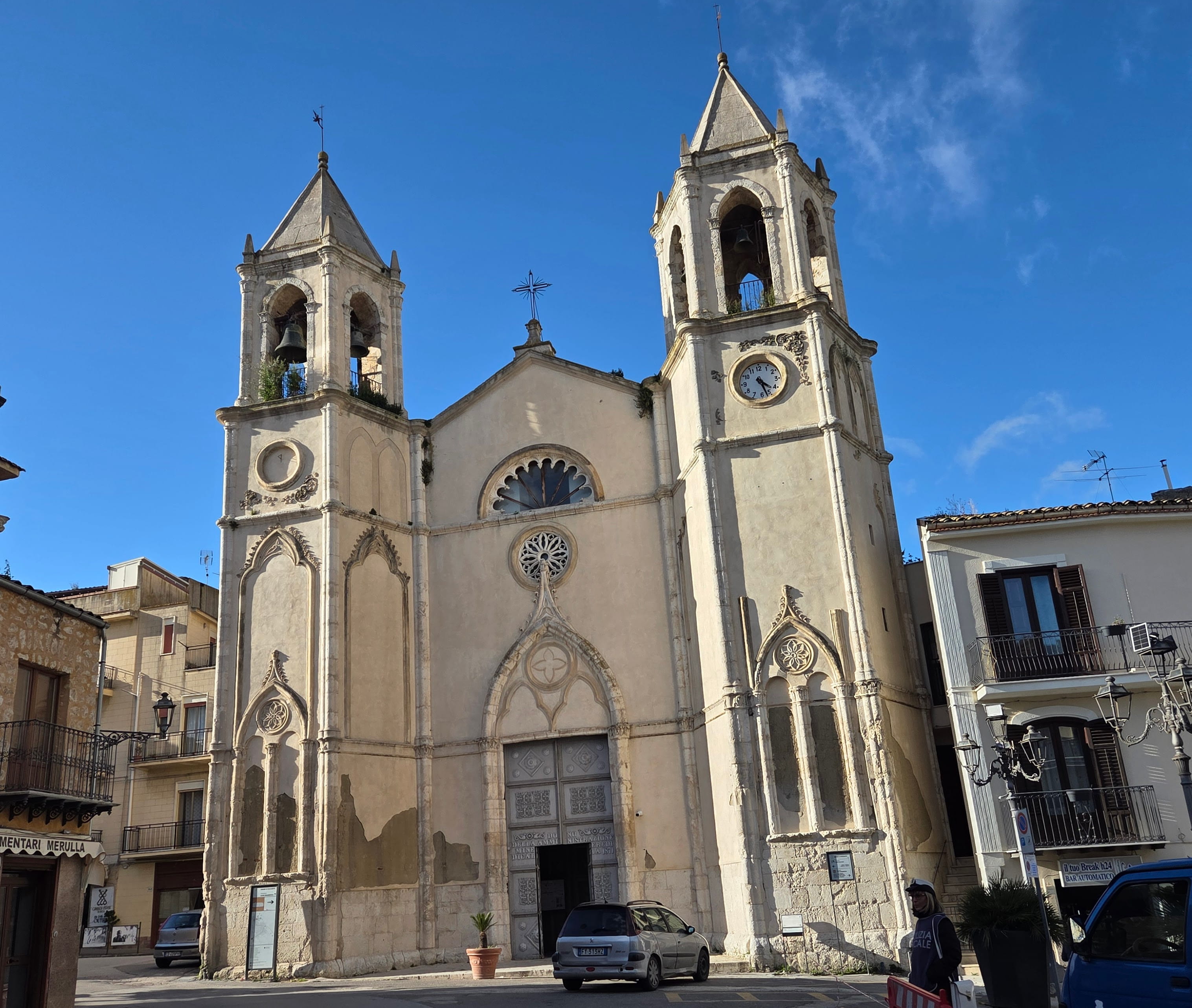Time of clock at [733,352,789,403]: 4:27
